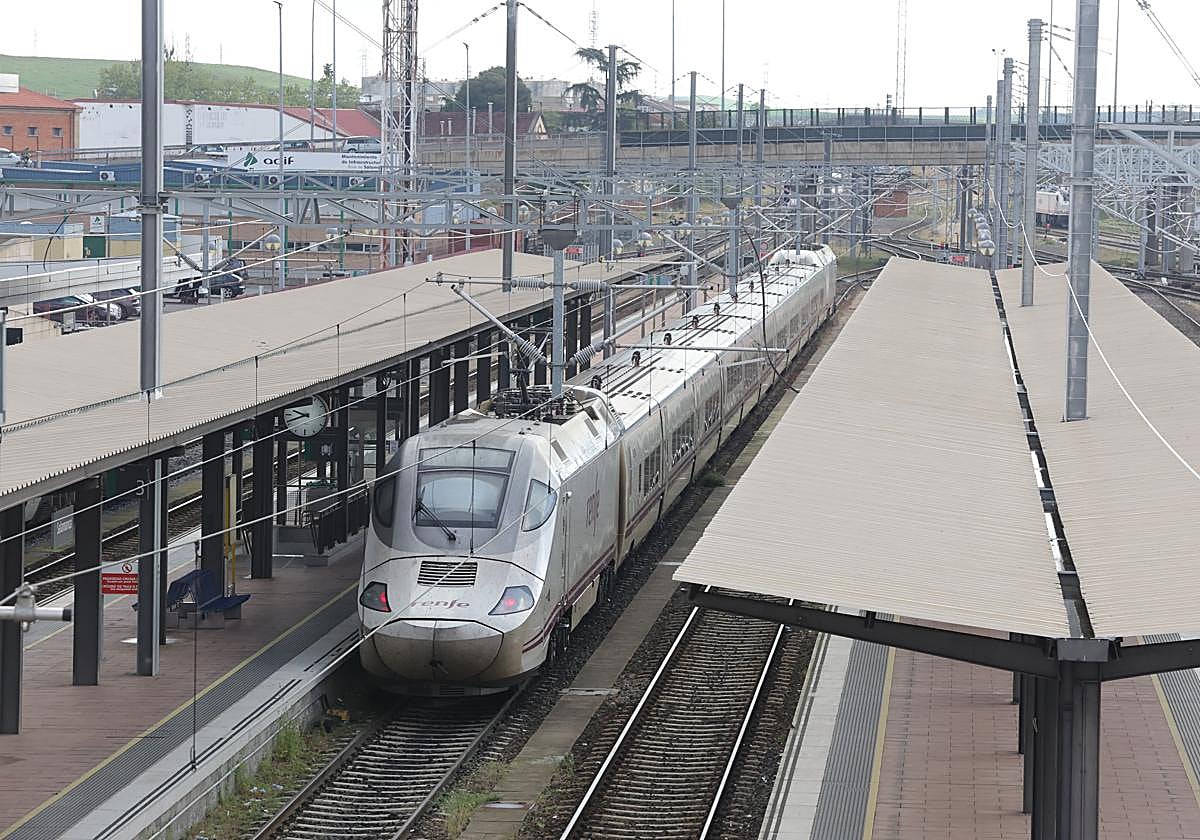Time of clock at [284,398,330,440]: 9:41
